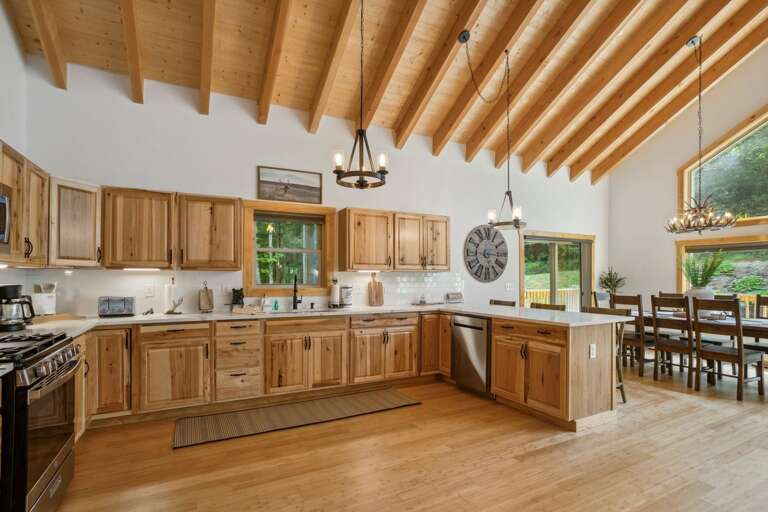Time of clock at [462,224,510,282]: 5:15
